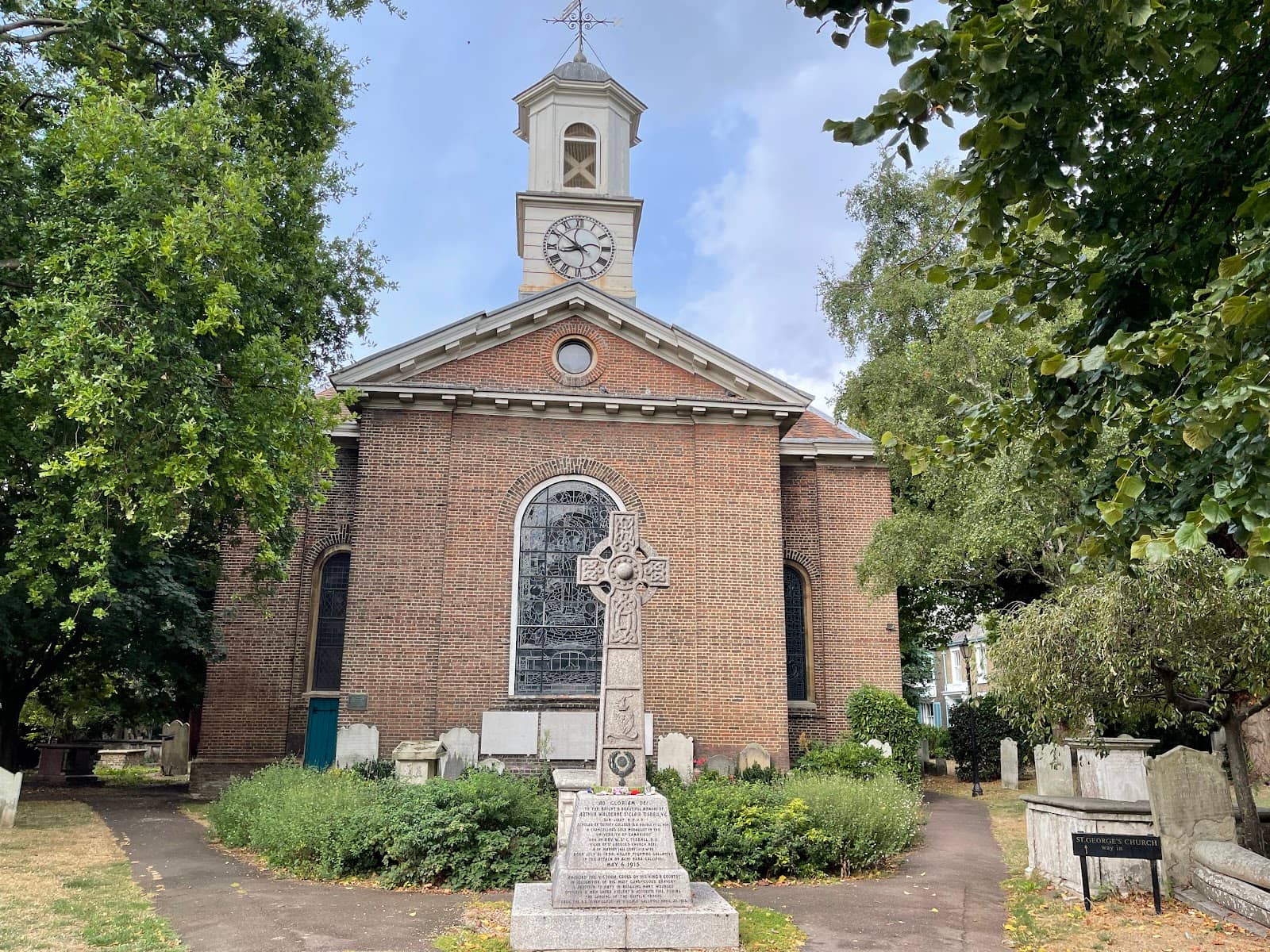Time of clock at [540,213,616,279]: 8:51
